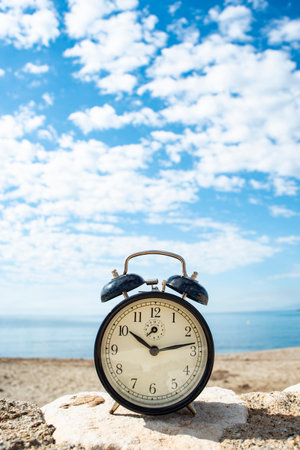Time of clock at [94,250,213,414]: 10:13
